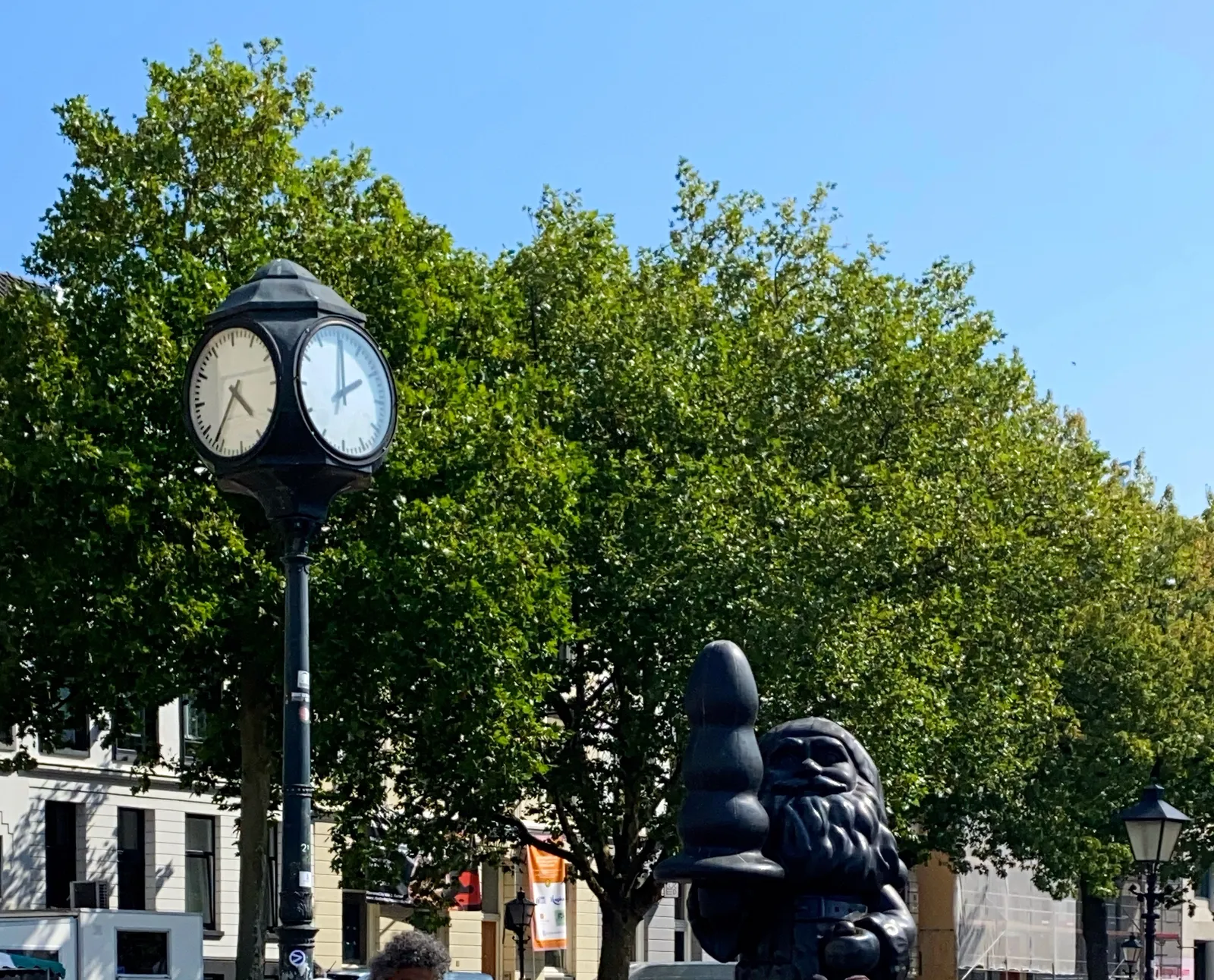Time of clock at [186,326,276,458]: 4:36
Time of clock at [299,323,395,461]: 2:00
